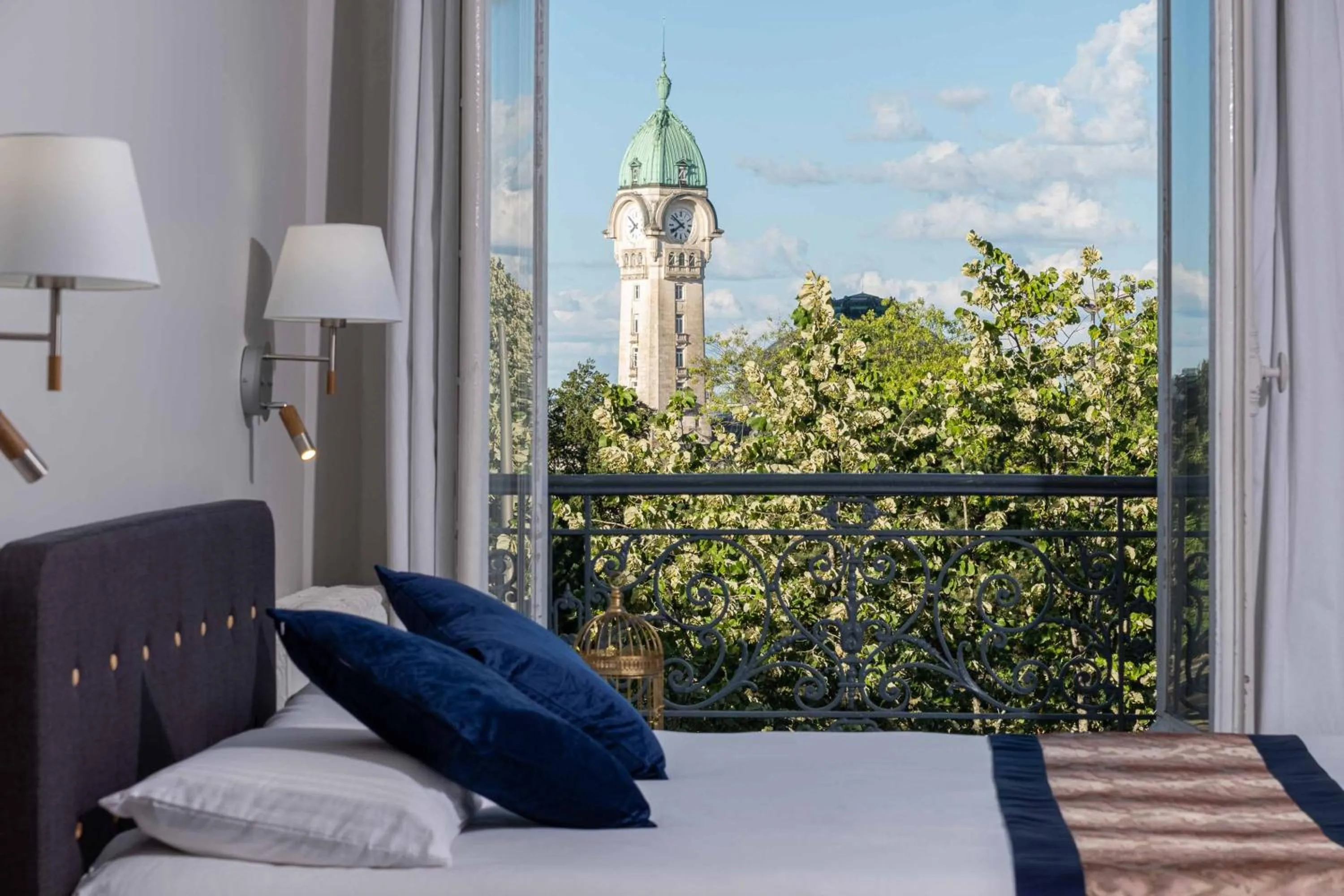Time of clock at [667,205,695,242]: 7:51
